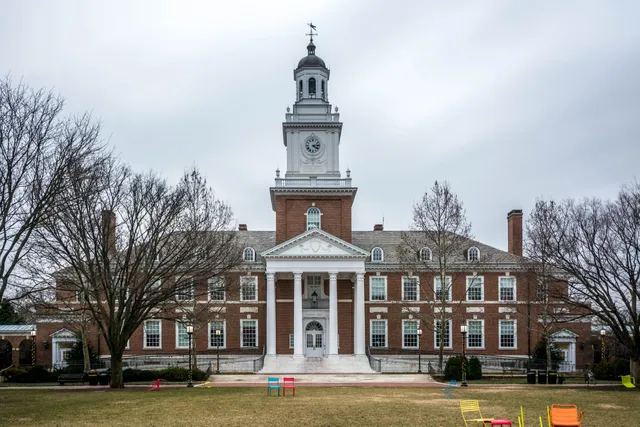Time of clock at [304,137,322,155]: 4:13
